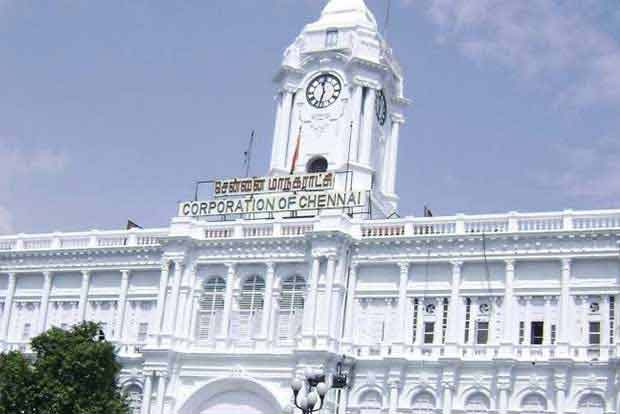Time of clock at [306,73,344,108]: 11:32
